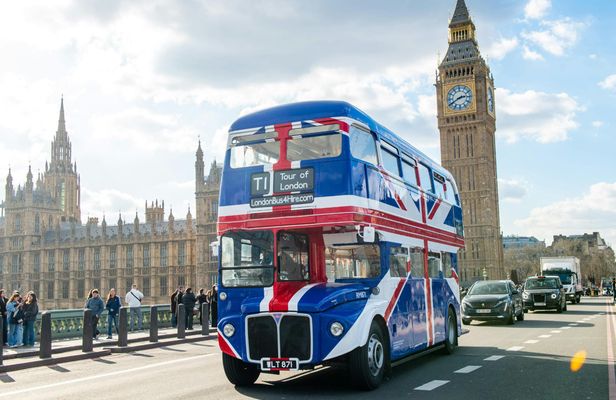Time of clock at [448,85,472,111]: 2:40
